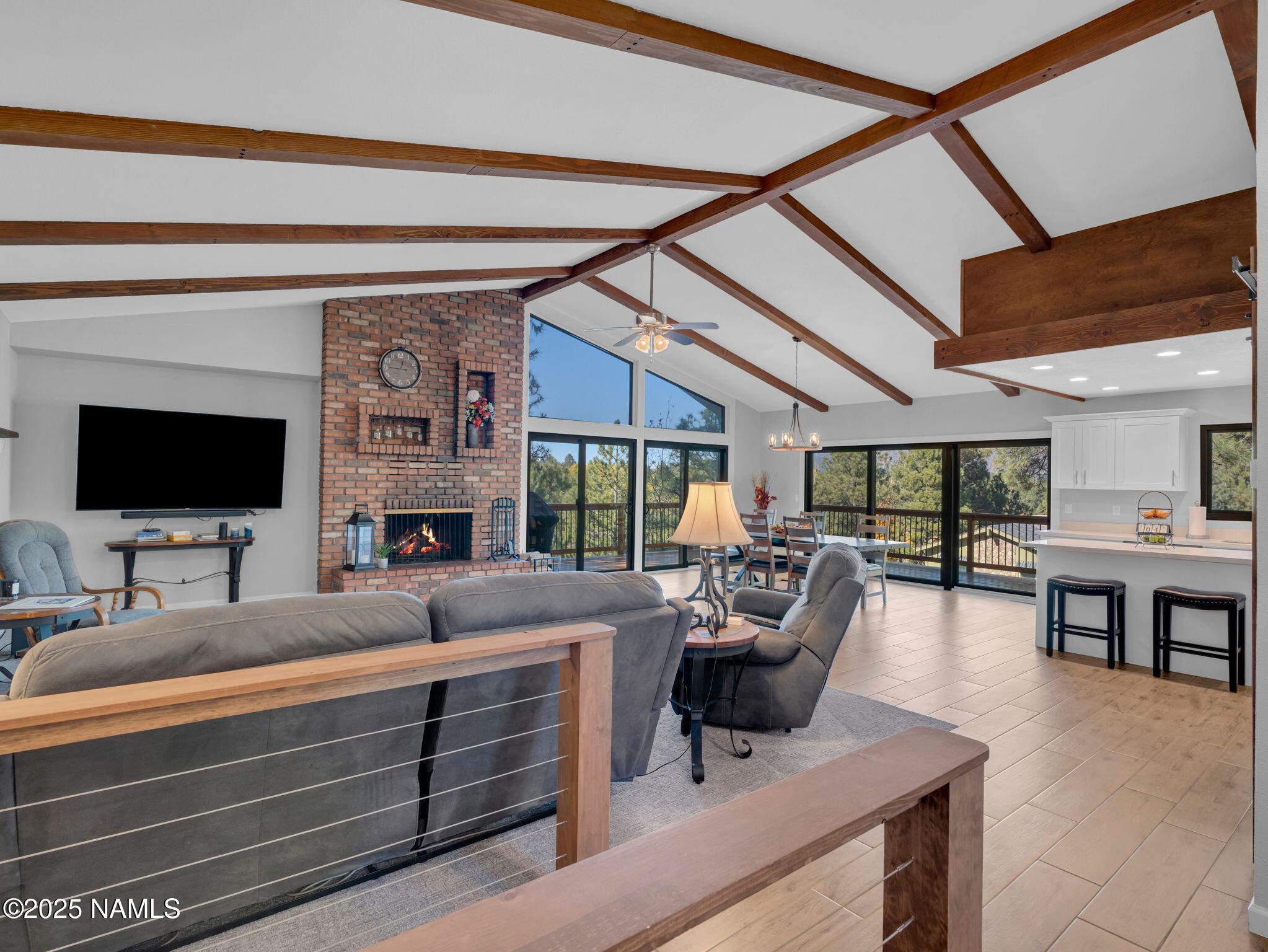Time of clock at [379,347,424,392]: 12:45
